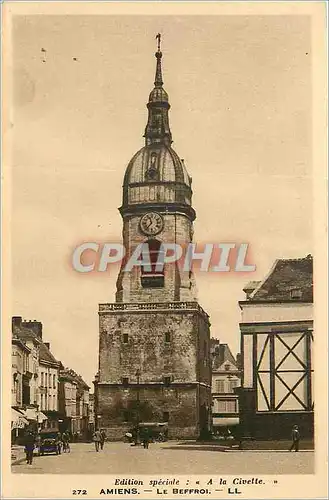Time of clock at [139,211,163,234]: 11:36
